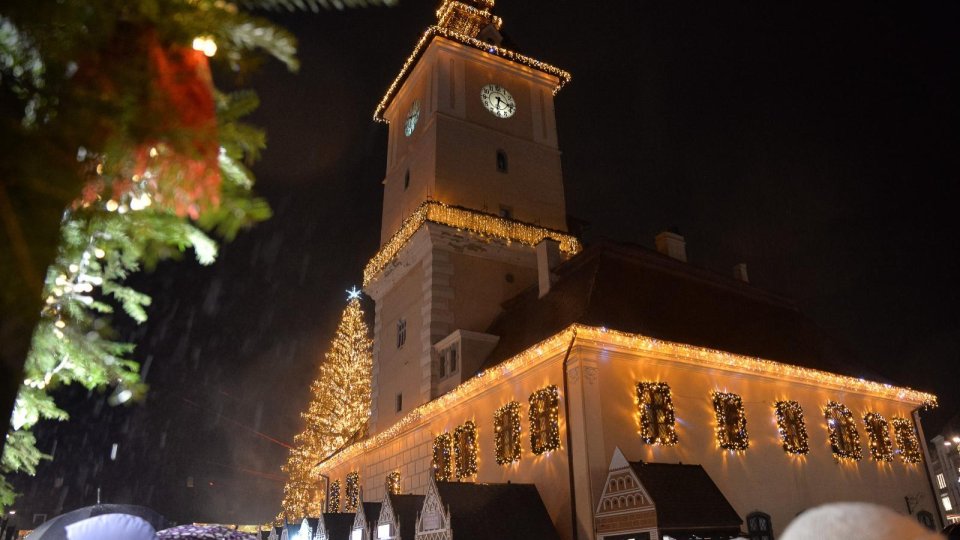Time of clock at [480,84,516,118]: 6:18
